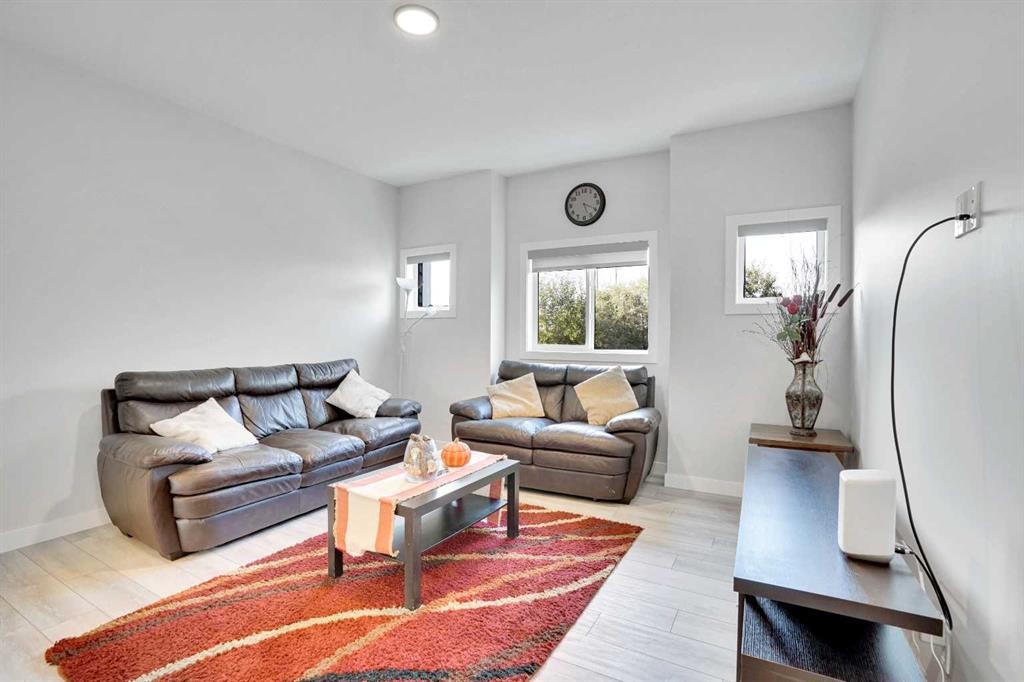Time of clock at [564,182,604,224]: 5:19
